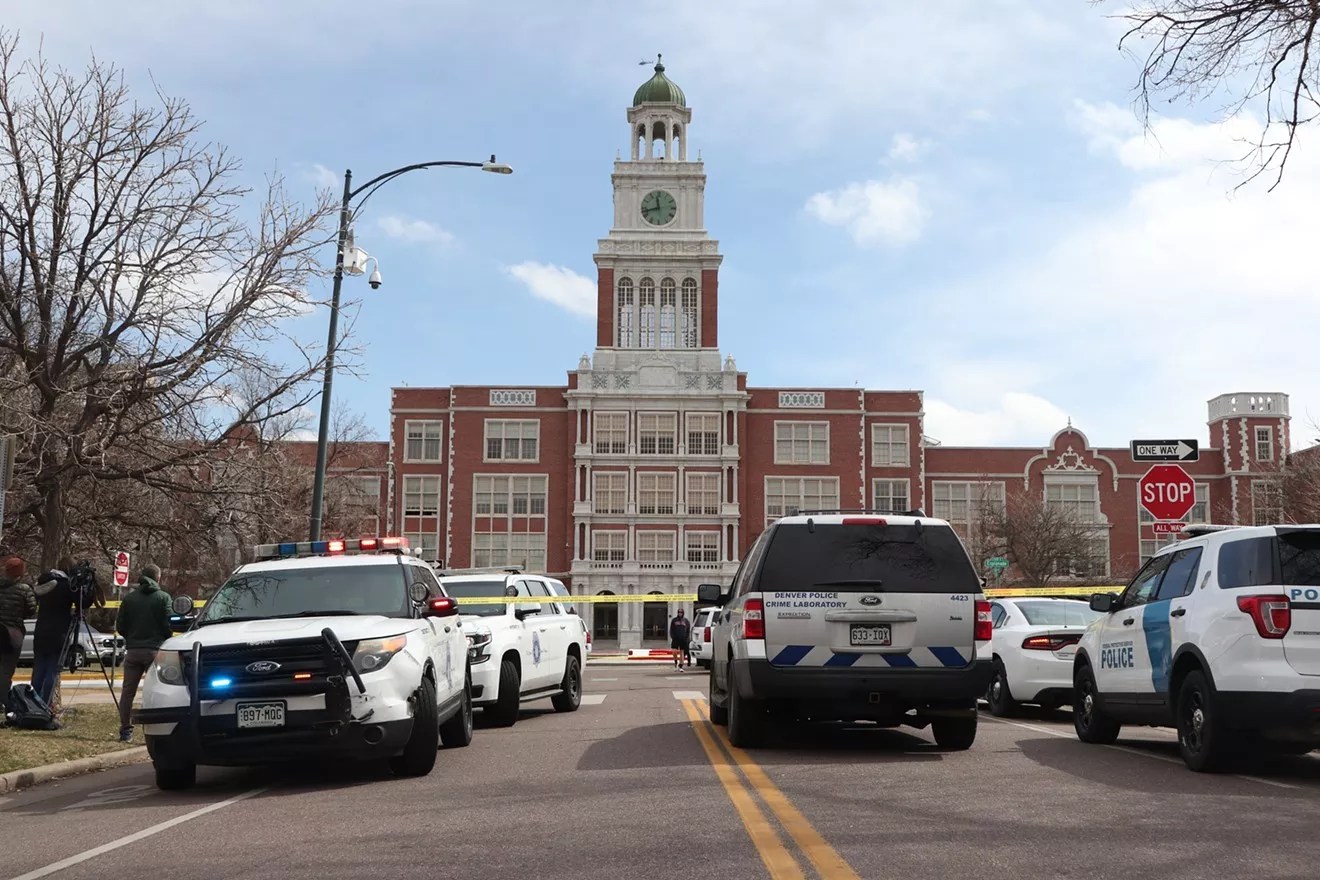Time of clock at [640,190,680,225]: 11:42
